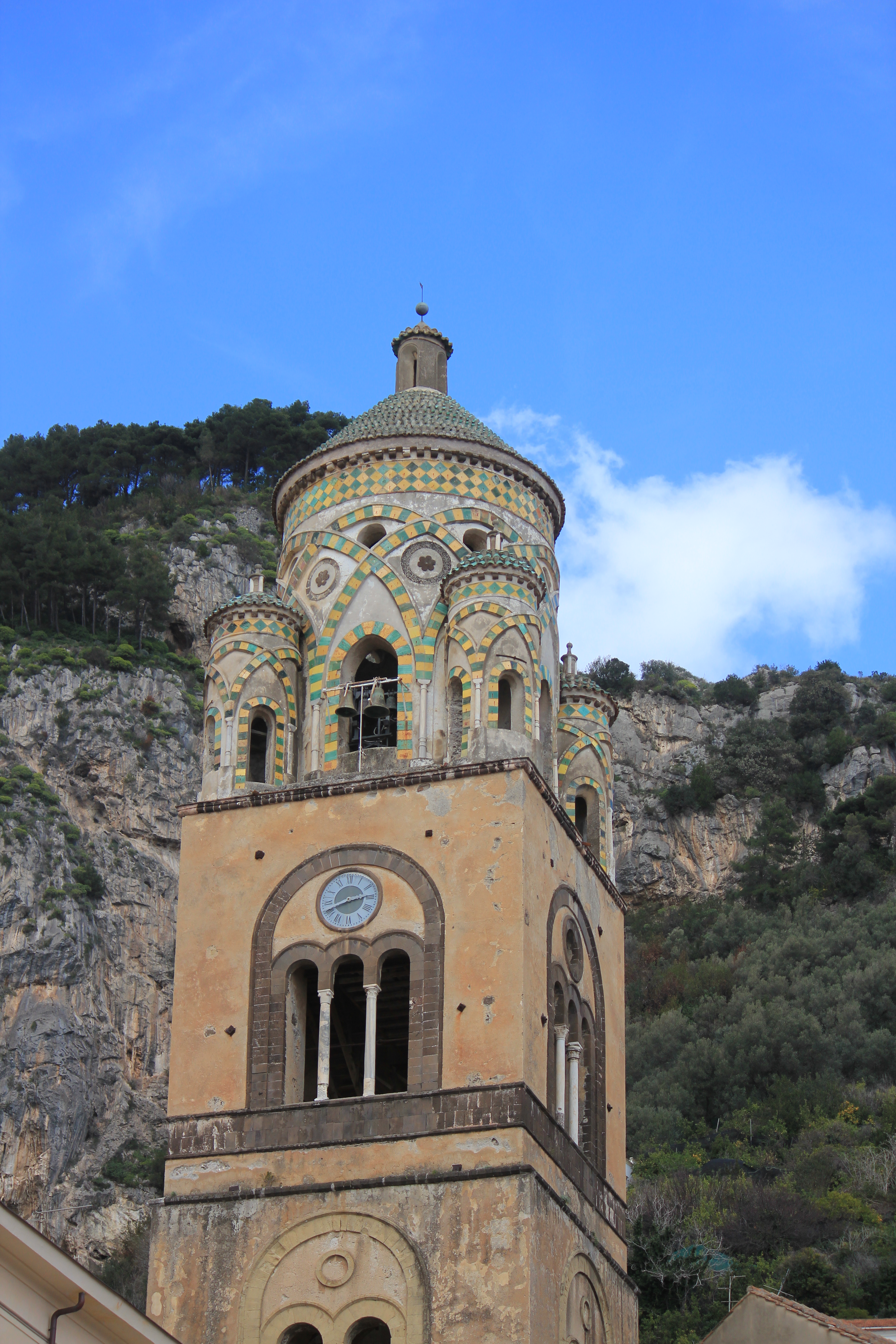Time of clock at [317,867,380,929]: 2:41
